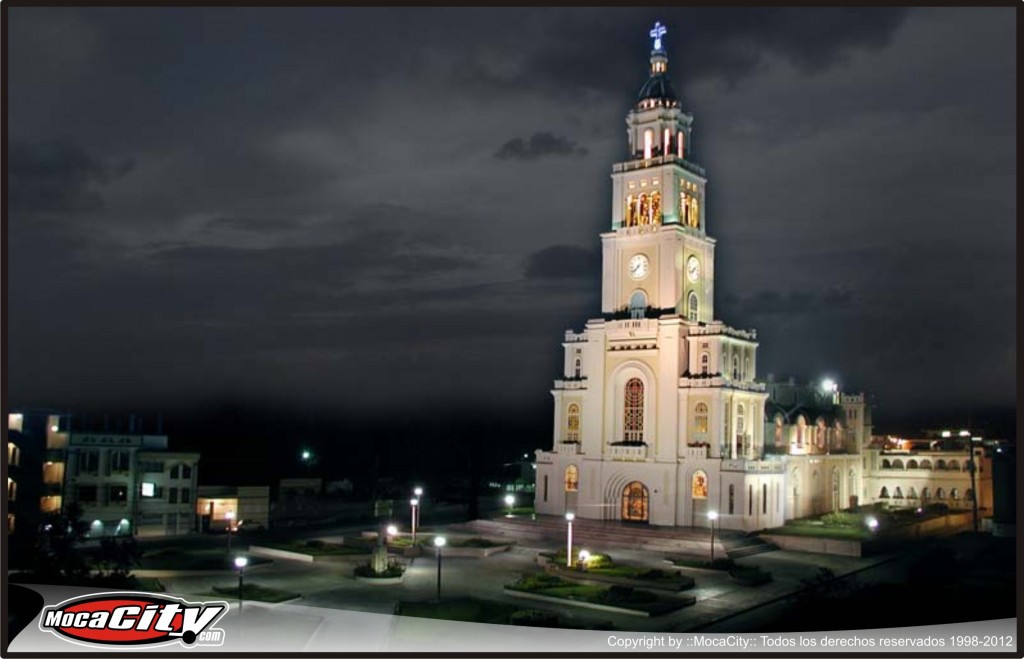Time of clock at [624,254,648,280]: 7:37
